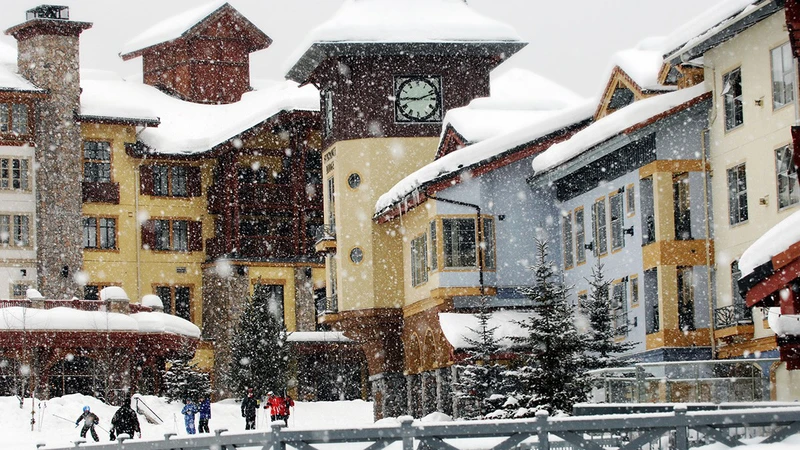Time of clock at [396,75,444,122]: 9:11
